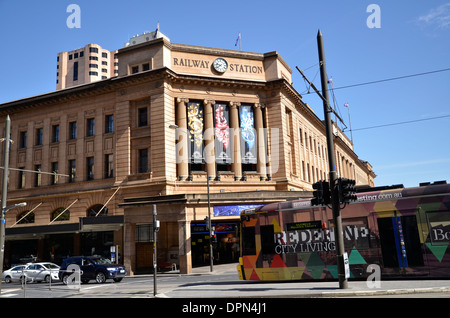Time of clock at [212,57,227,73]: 9:39
